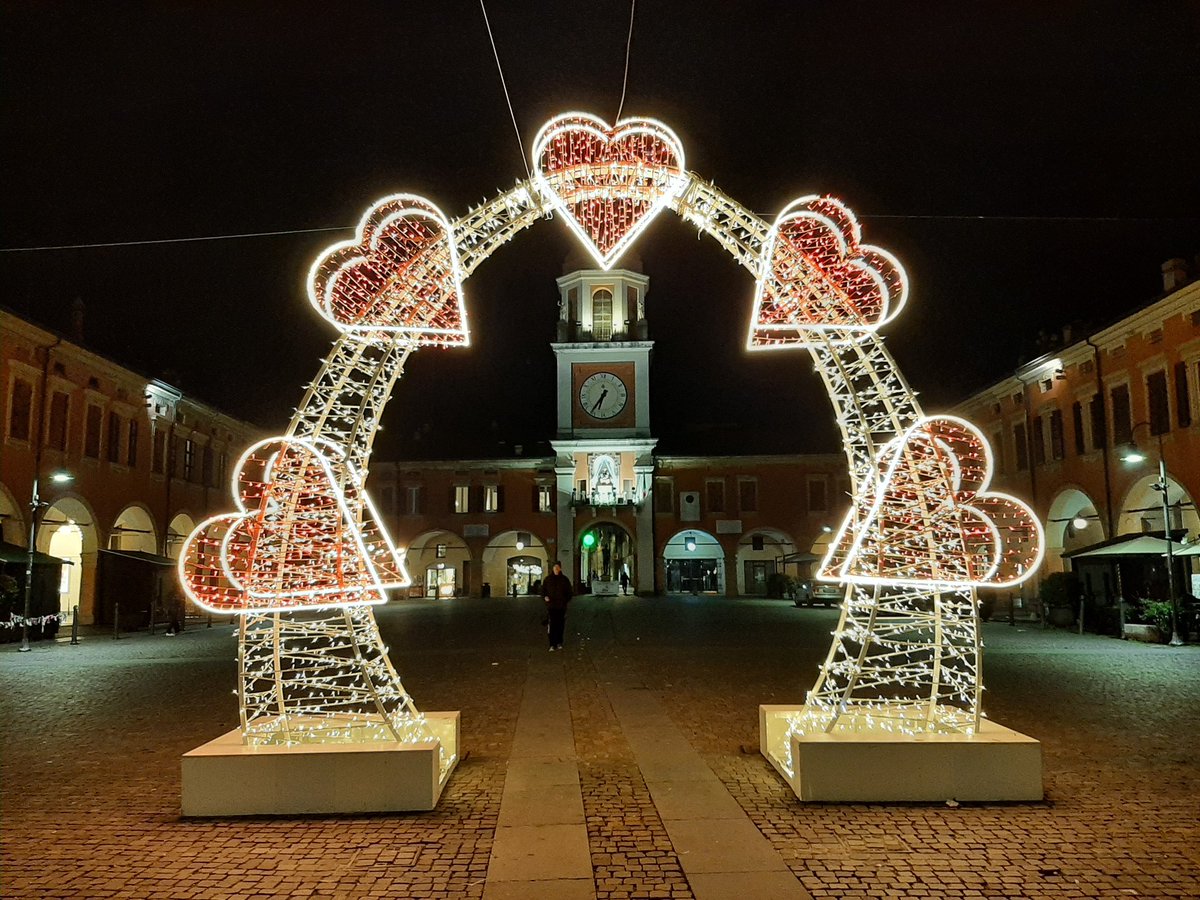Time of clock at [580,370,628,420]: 6:36
